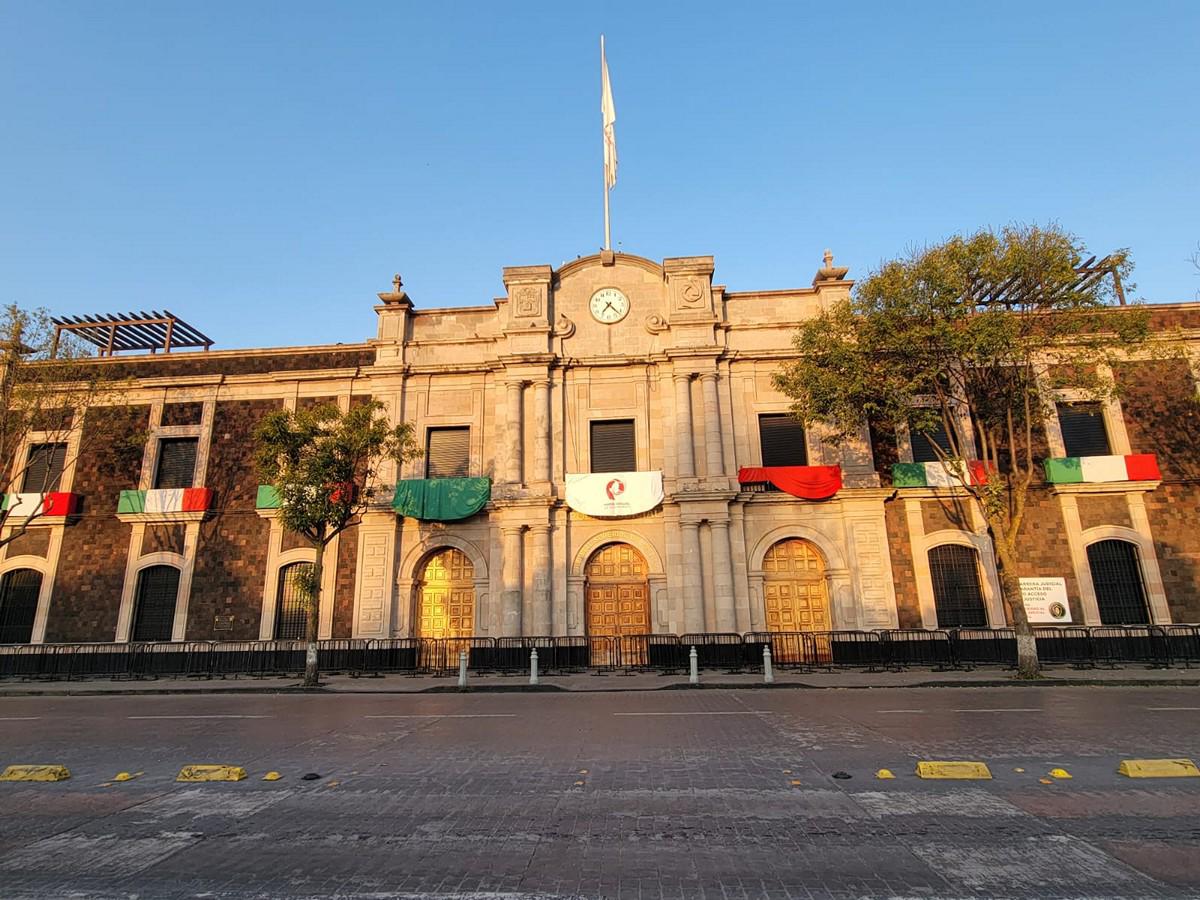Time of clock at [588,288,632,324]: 7:22
